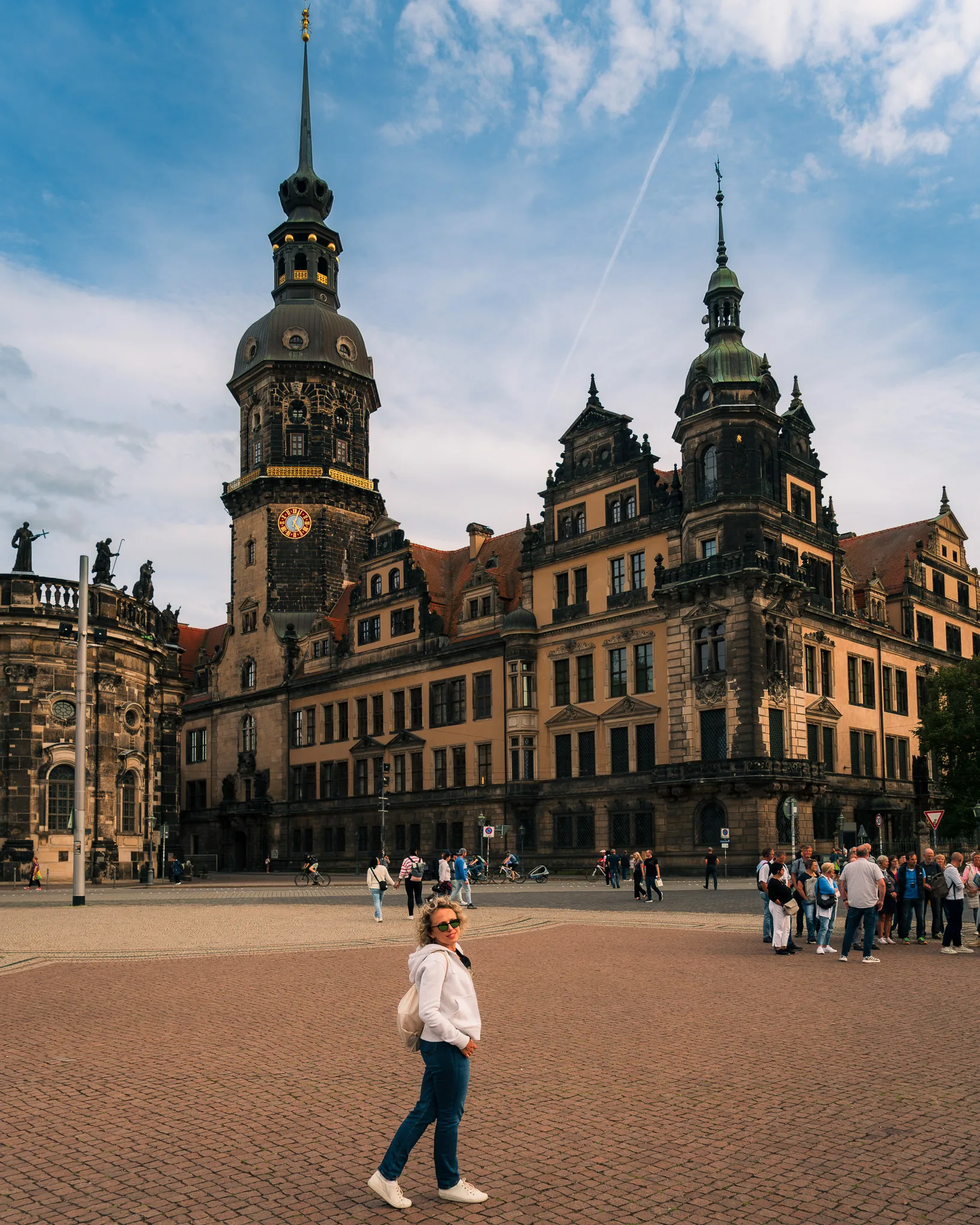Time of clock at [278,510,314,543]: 5:03
